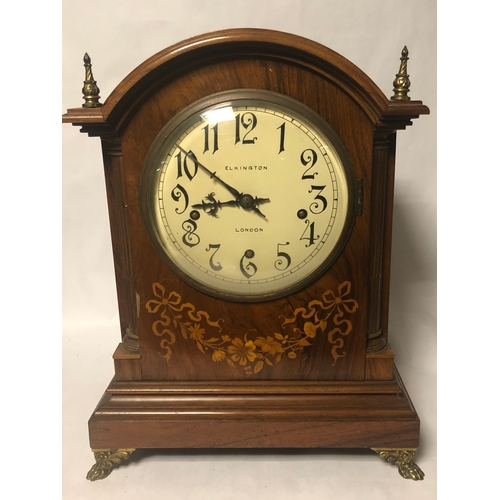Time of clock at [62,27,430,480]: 8:51
